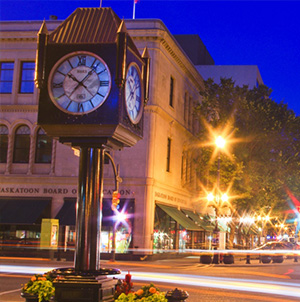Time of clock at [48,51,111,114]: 10:07
